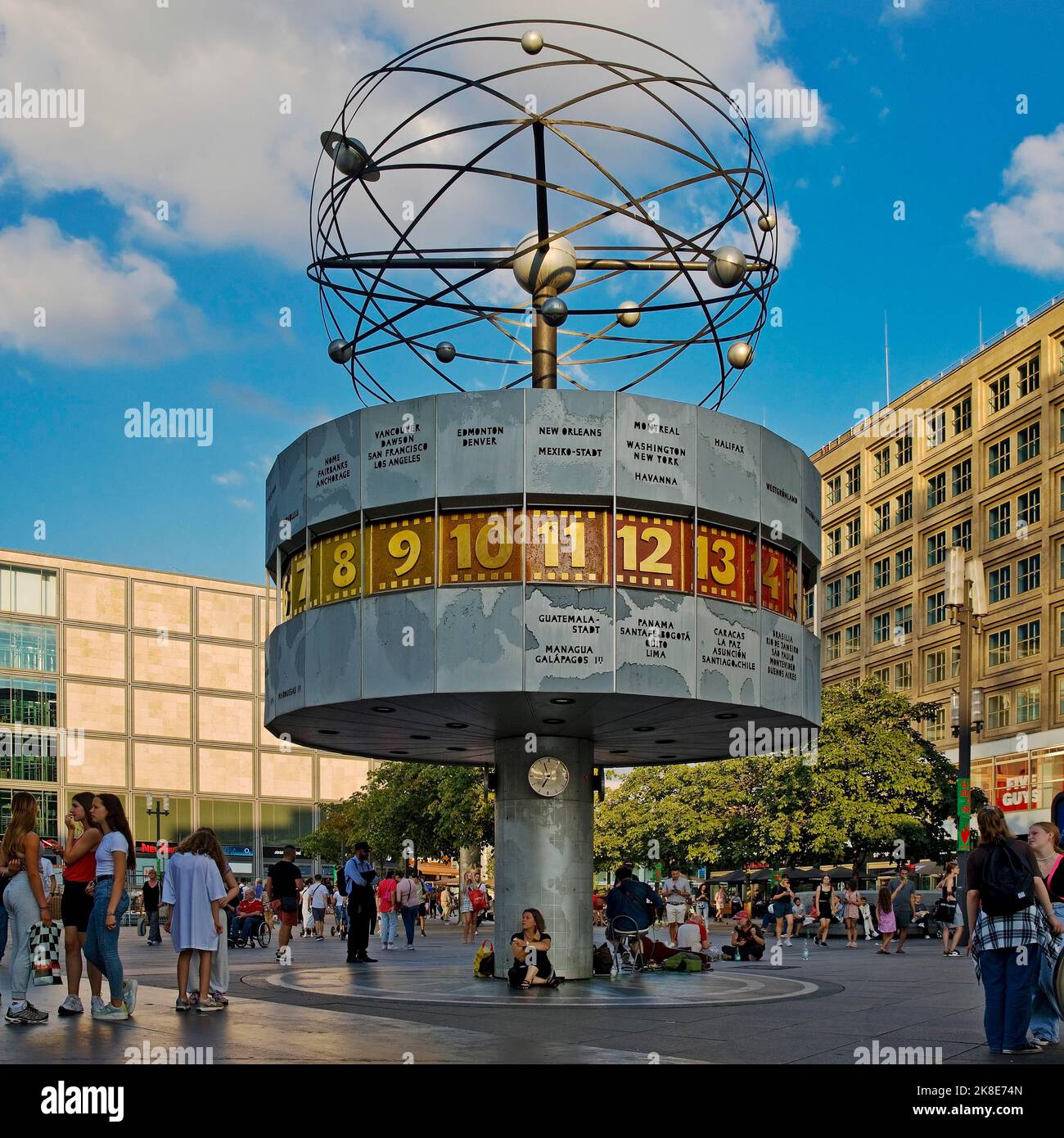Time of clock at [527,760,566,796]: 6:56
